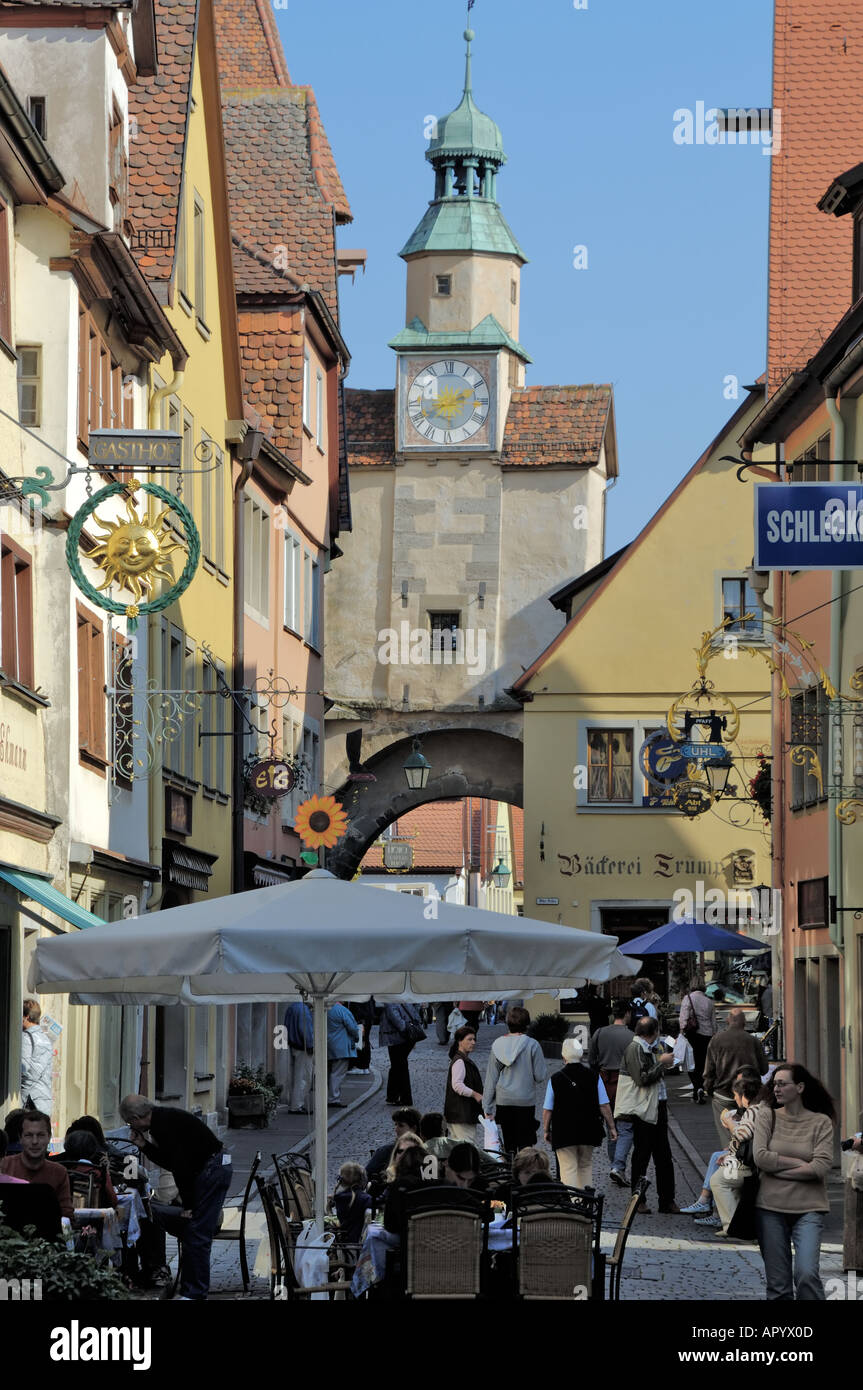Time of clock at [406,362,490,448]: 2:15
